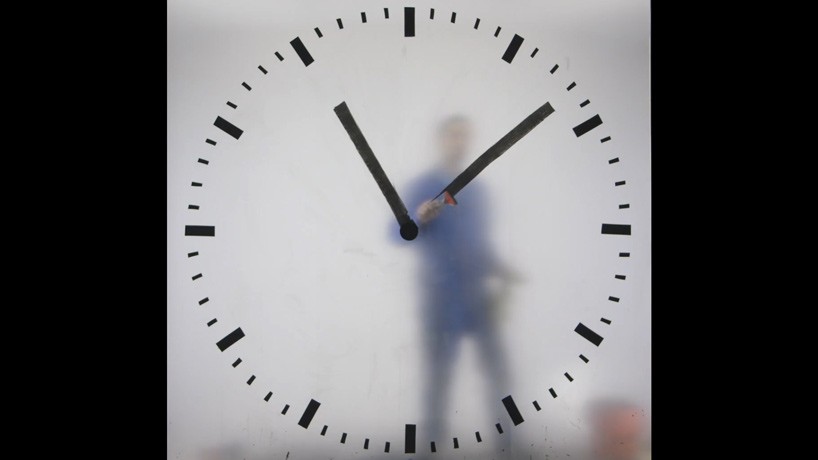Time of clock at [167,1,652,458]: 11:08
